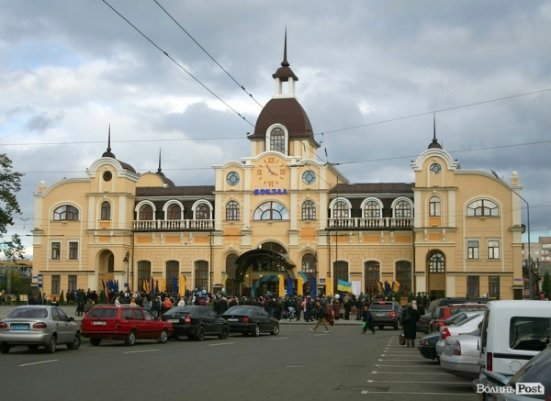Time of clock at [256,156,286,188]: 3:54
